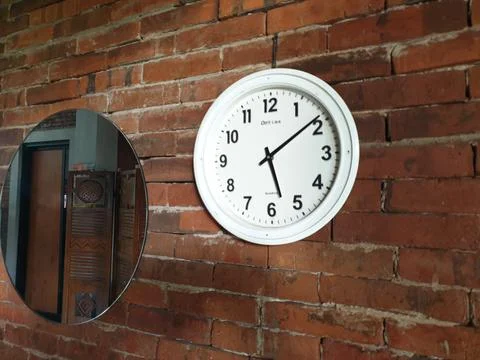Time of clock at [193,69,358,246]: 5:08
